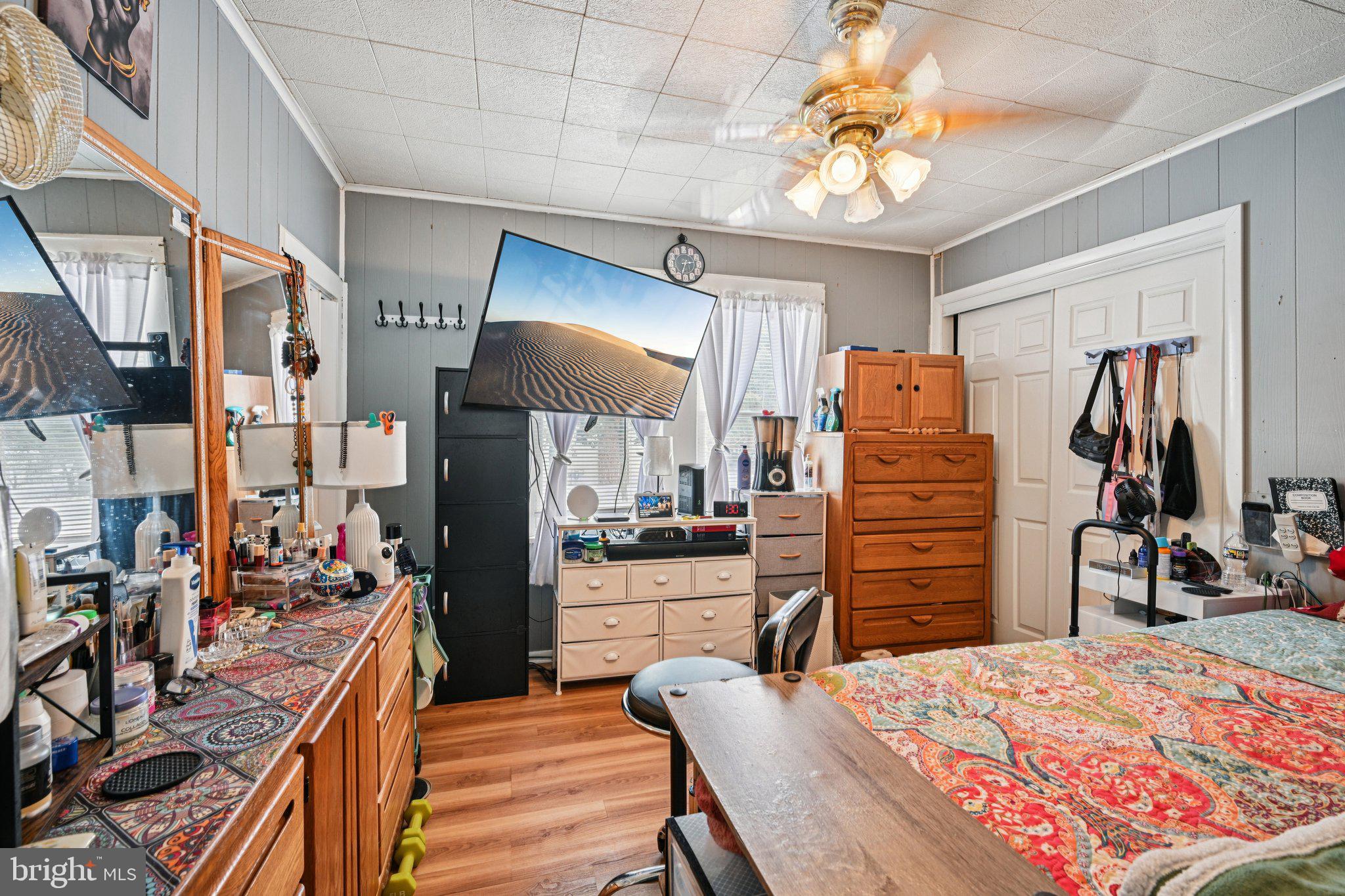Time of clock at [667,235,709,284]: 2:32
